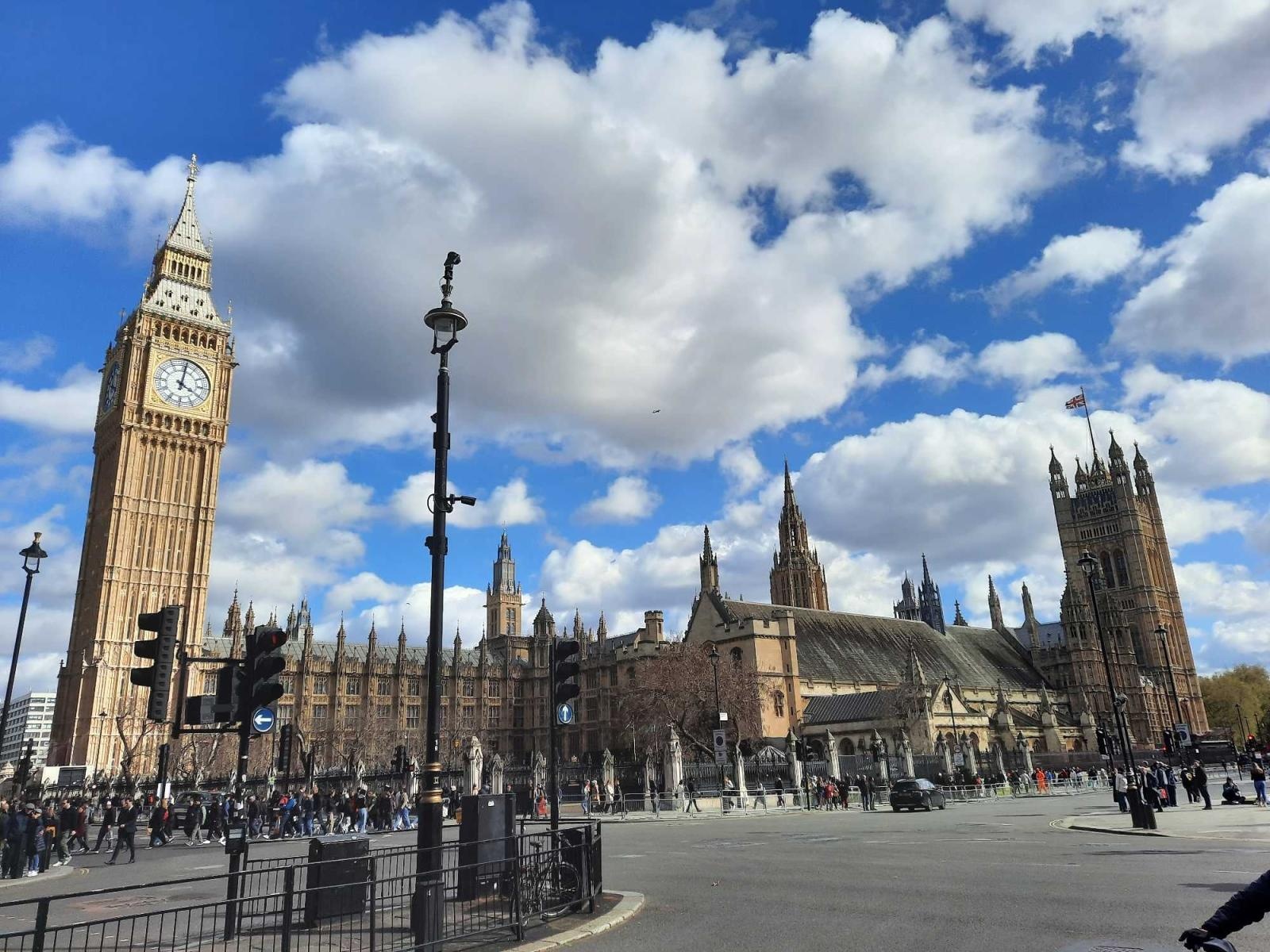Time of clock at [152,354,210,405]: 4:01
